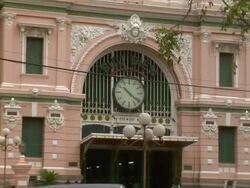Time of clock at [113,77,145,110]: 10:21
